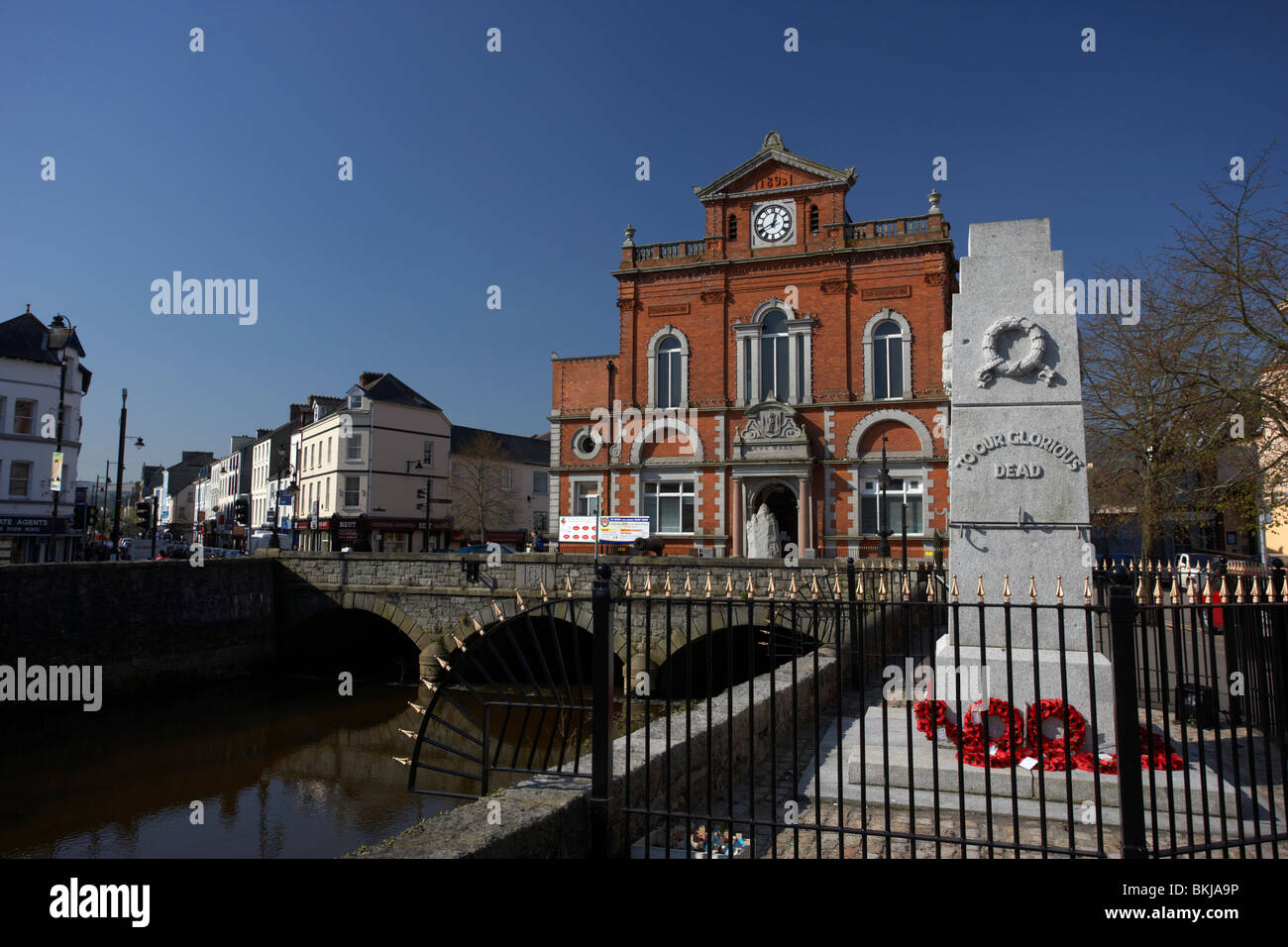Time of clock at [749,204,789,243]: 12:41
